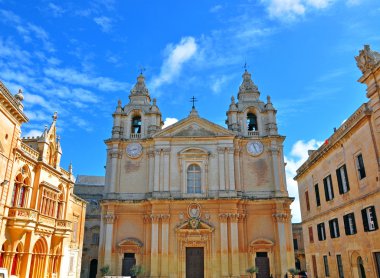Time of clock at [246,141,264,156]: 11:26
